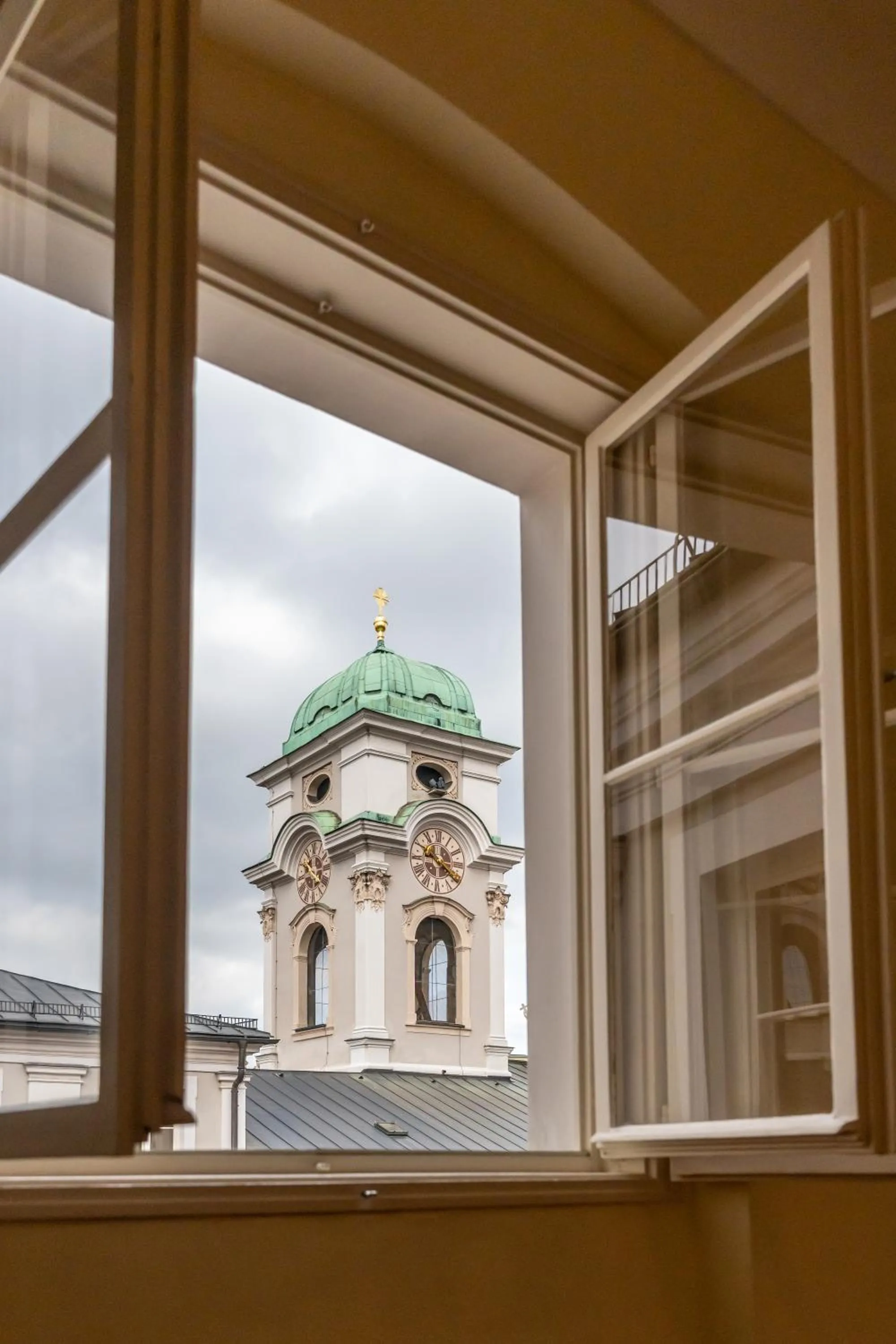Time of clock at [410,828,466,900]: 9:20
